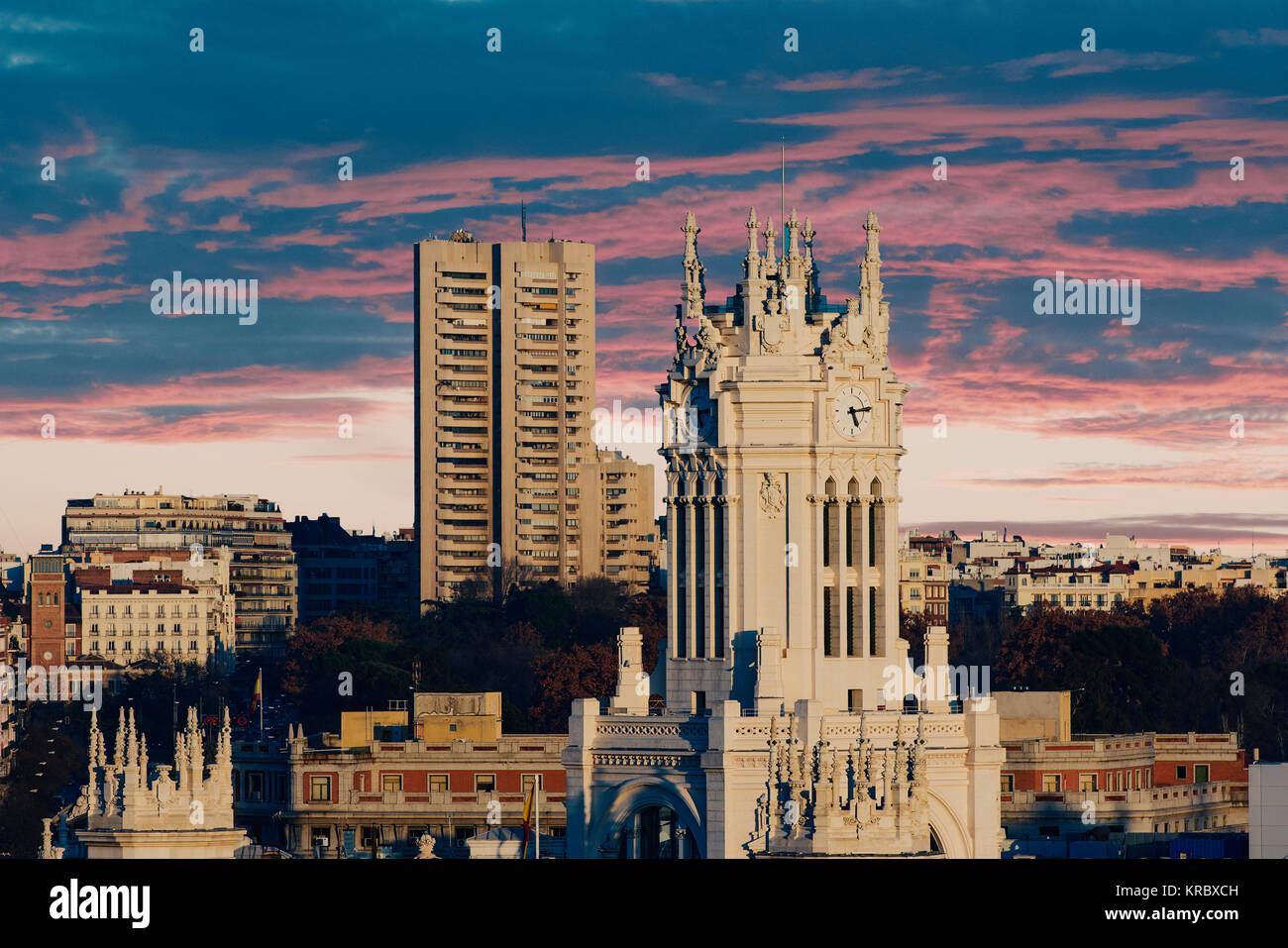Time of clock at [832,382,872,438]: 5:13
